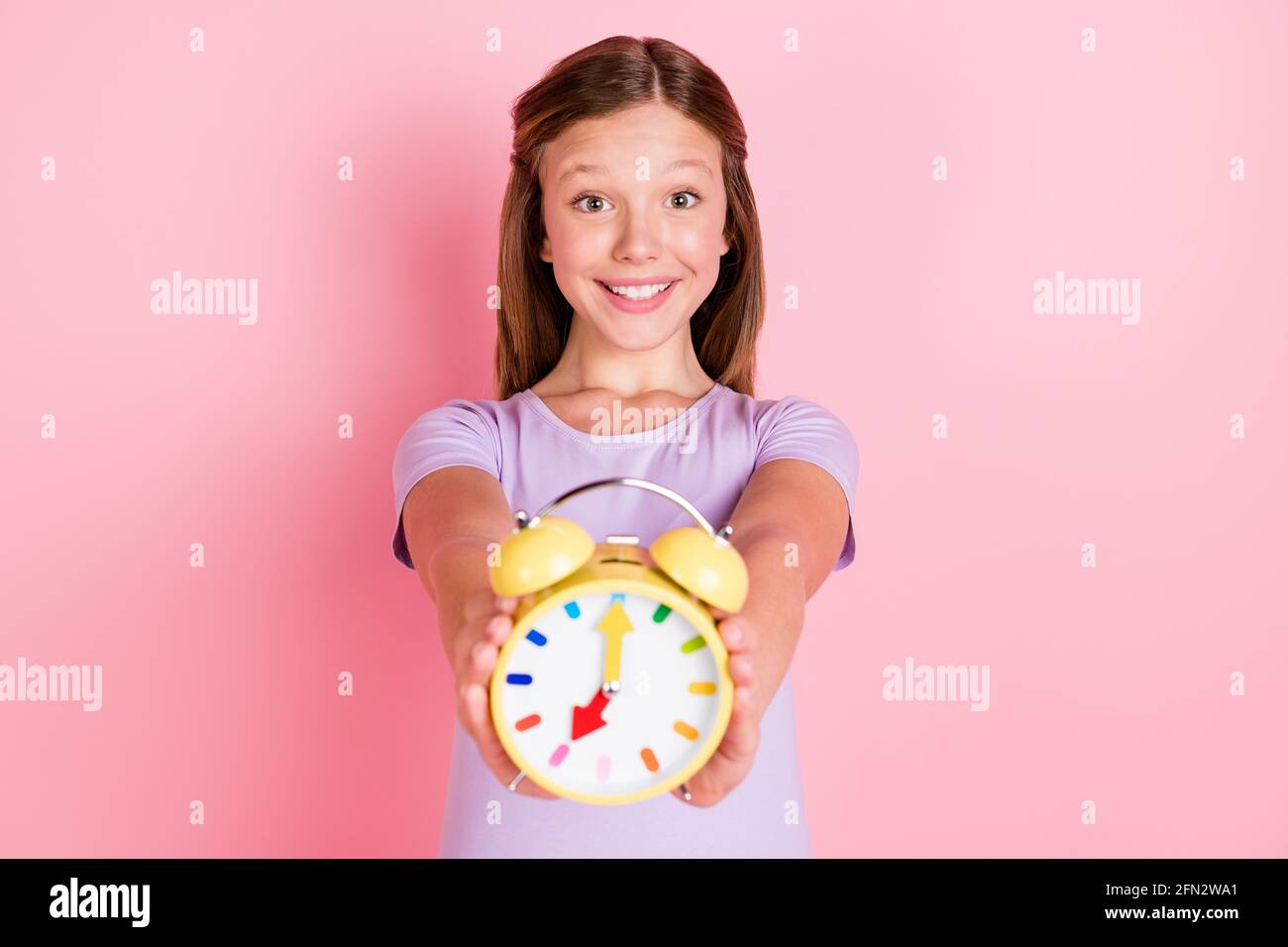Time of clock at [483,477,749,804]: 7:00
